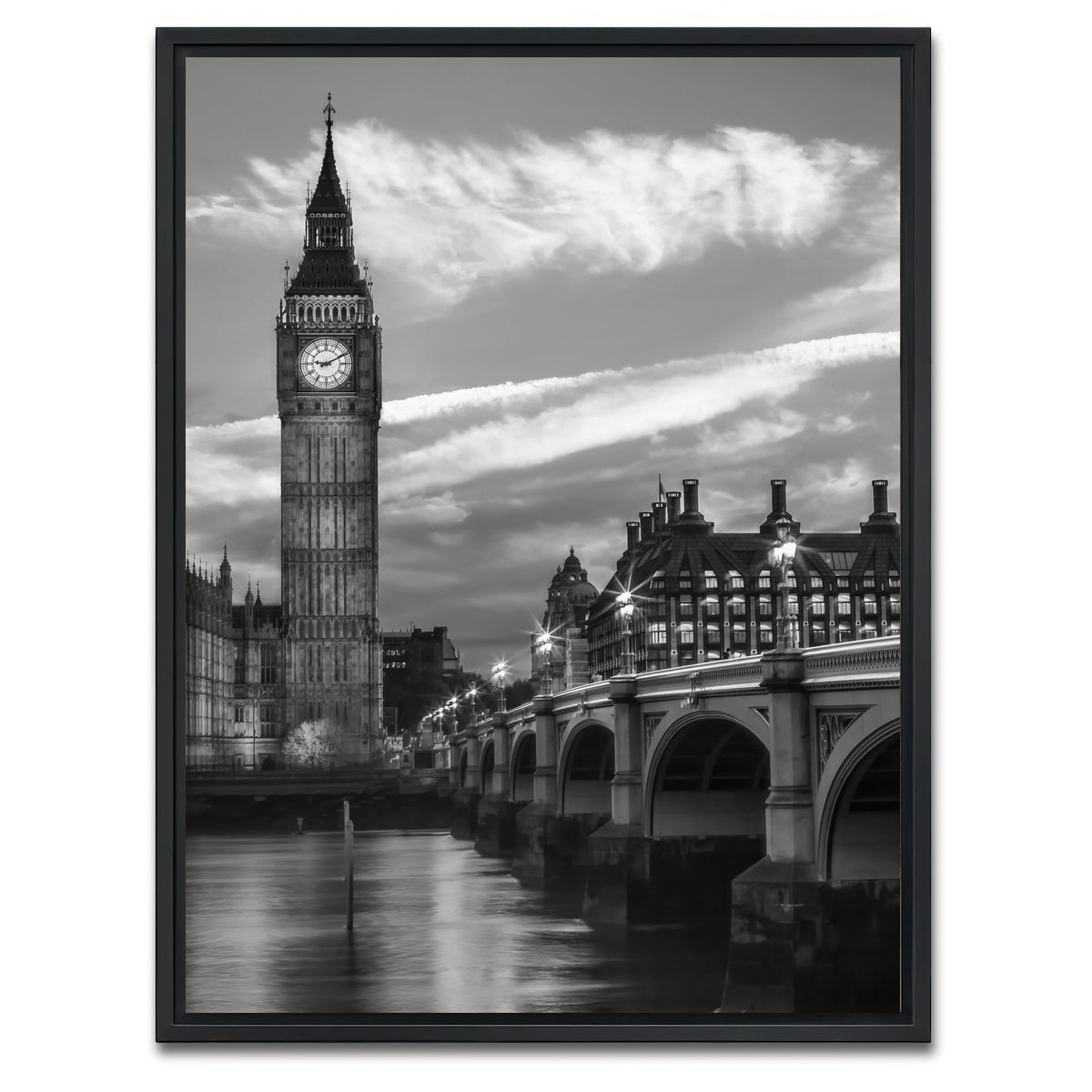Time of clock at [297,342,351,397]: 9:10
